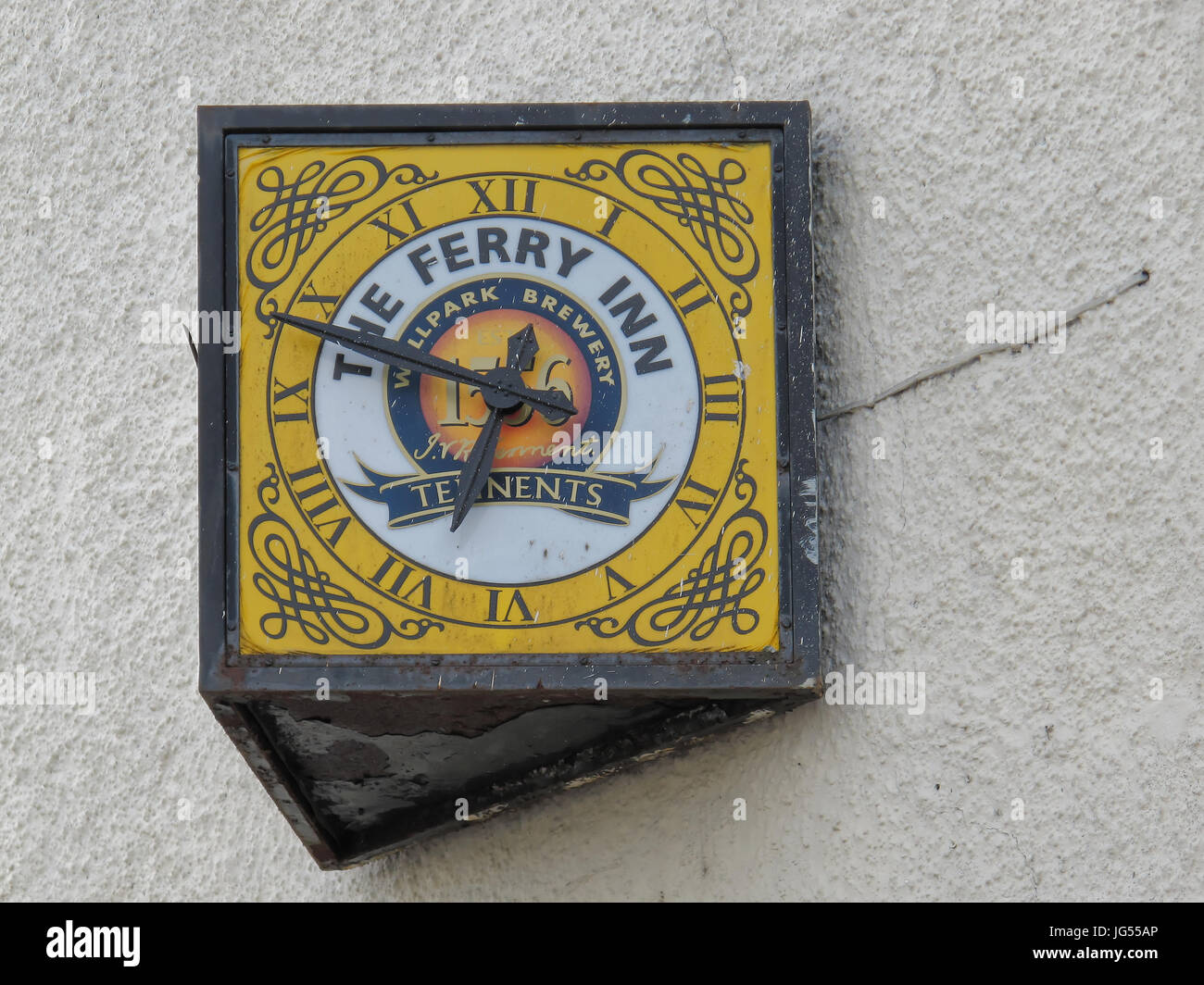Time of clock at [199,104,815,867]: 6:47
